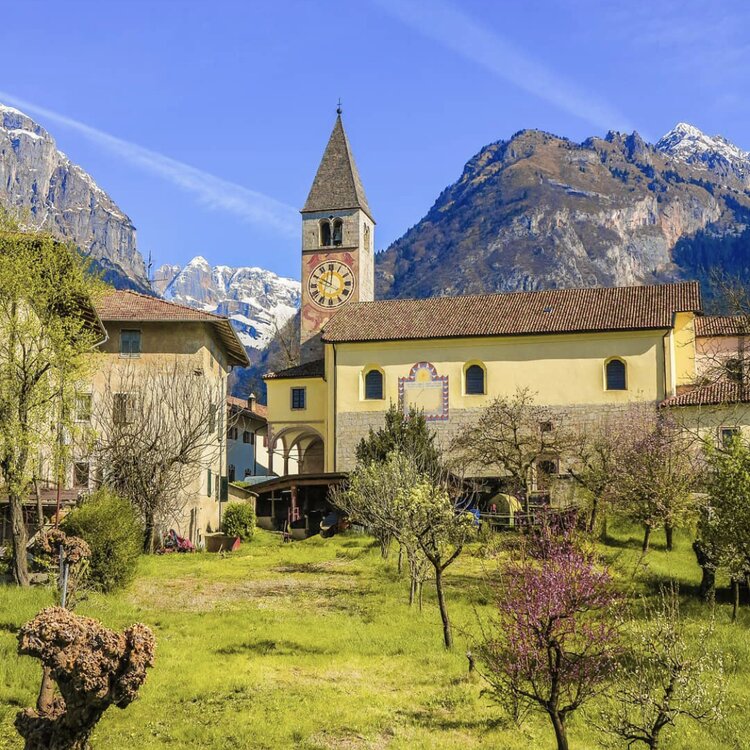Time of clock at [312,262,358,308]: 10:00
